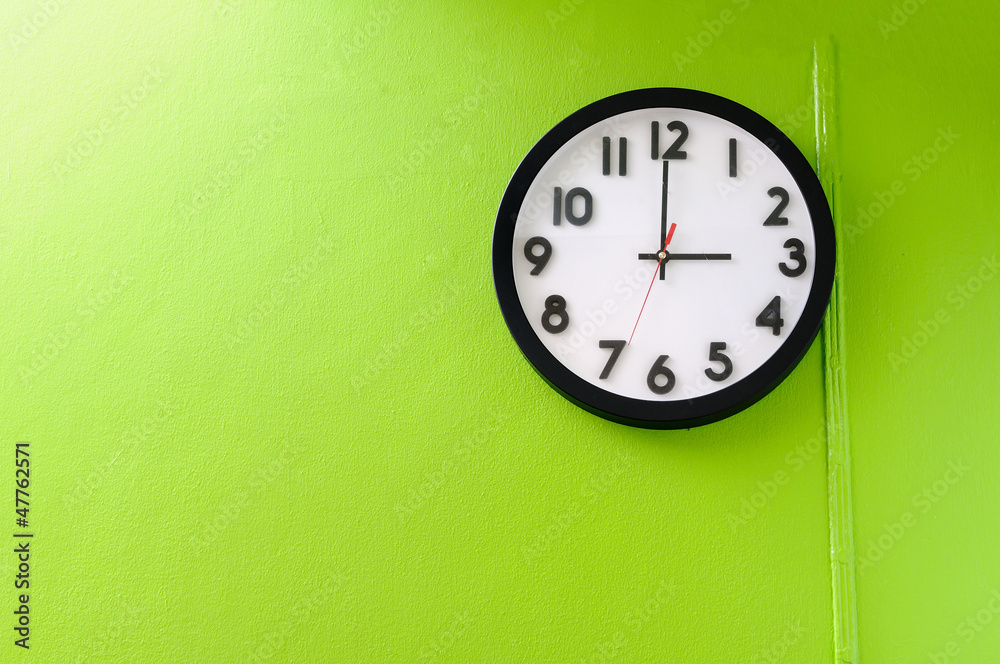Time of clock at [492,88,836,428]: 2:59
